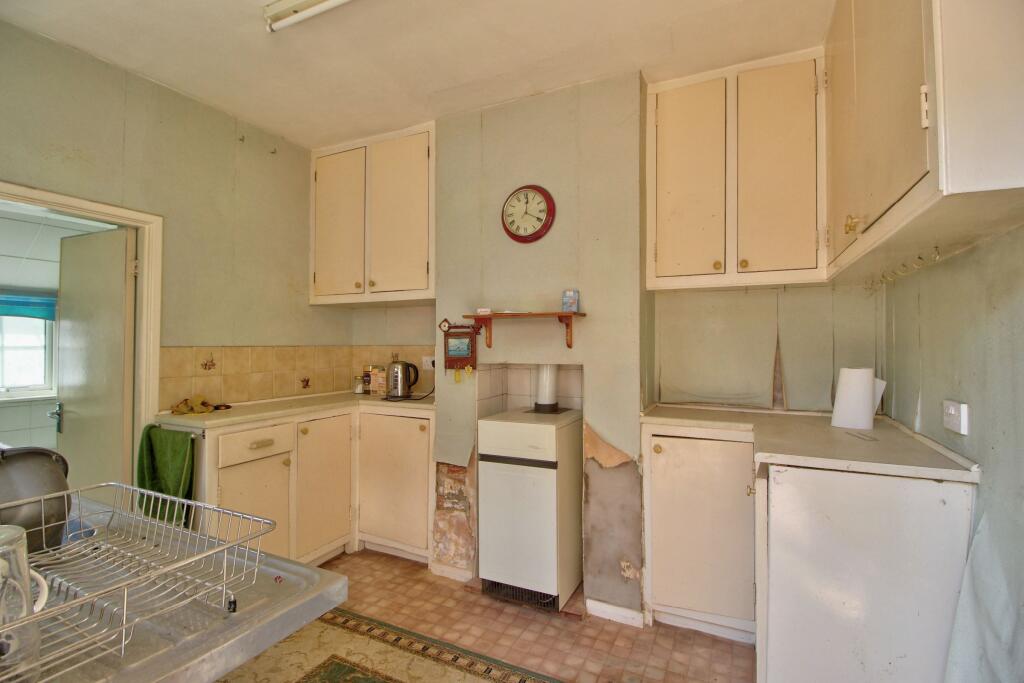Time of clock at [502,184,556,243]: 12:19
